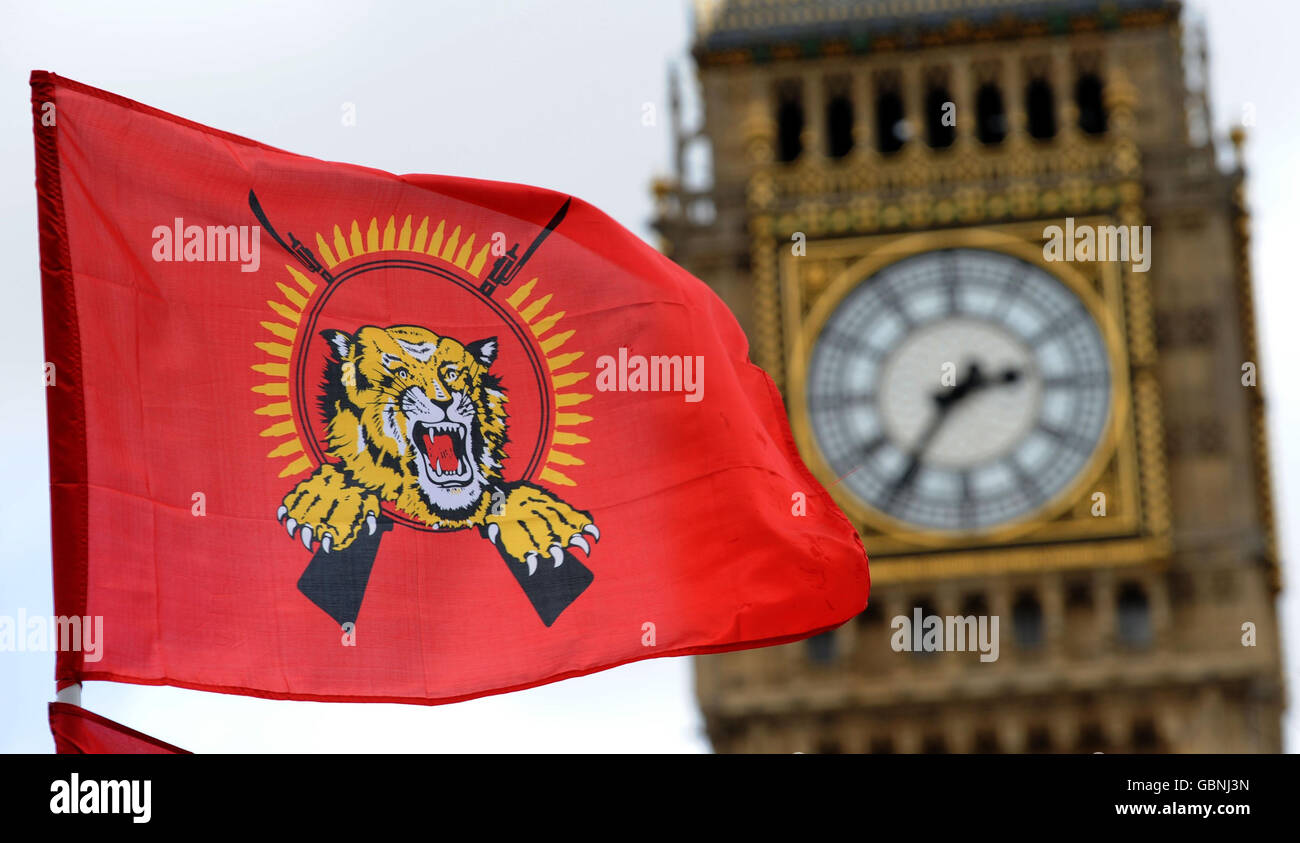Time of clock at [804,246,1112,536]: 2:36
